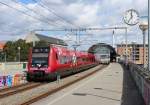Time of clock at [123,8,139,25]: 11:35
